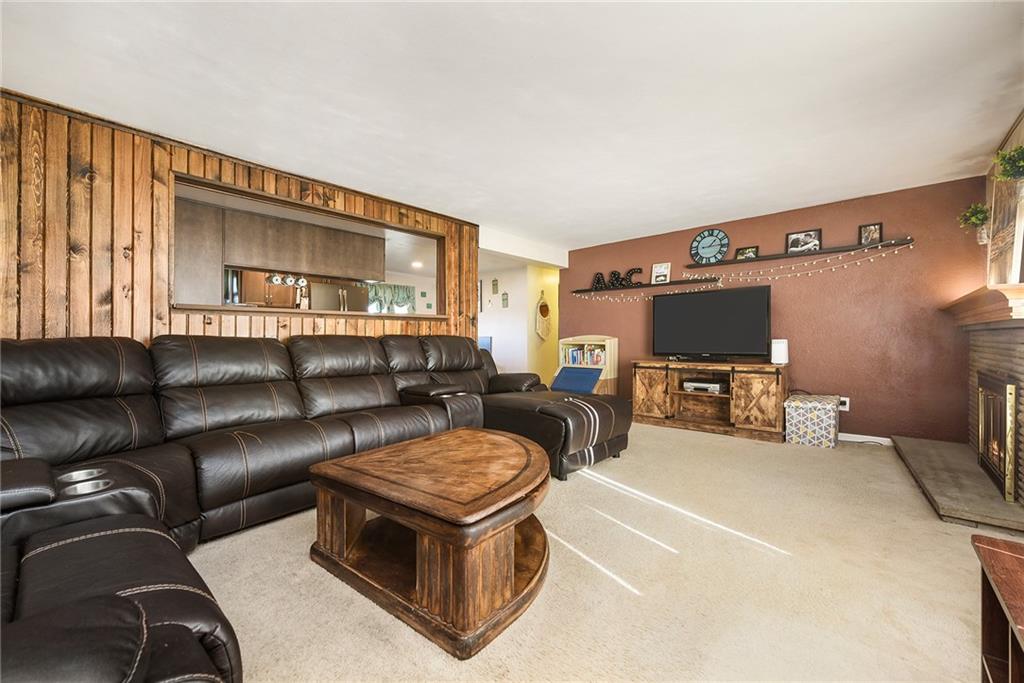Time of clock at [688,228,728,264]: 1:13
